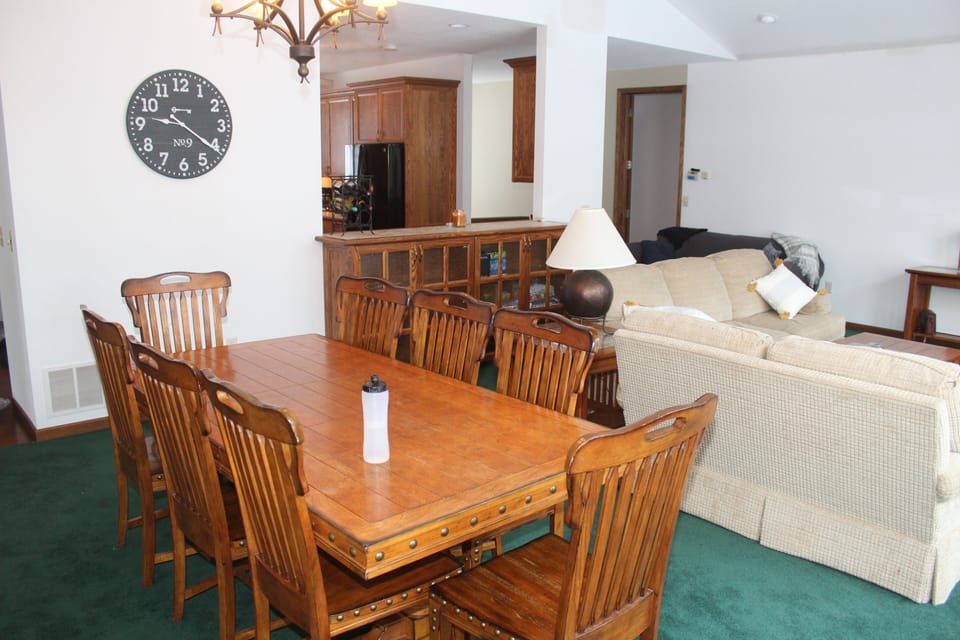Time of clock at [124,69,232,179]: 9:21
